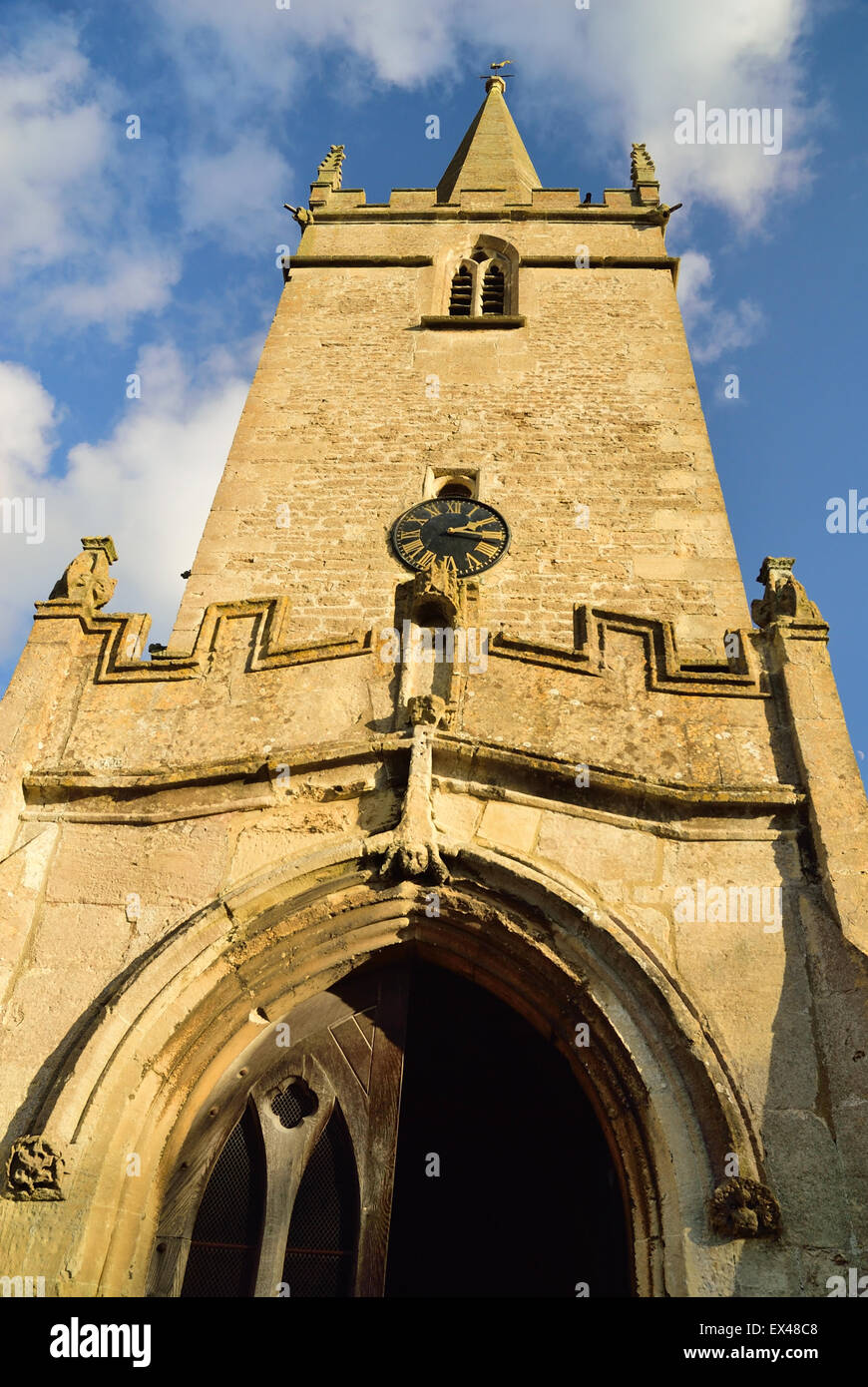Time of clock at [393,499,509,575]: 2:16
